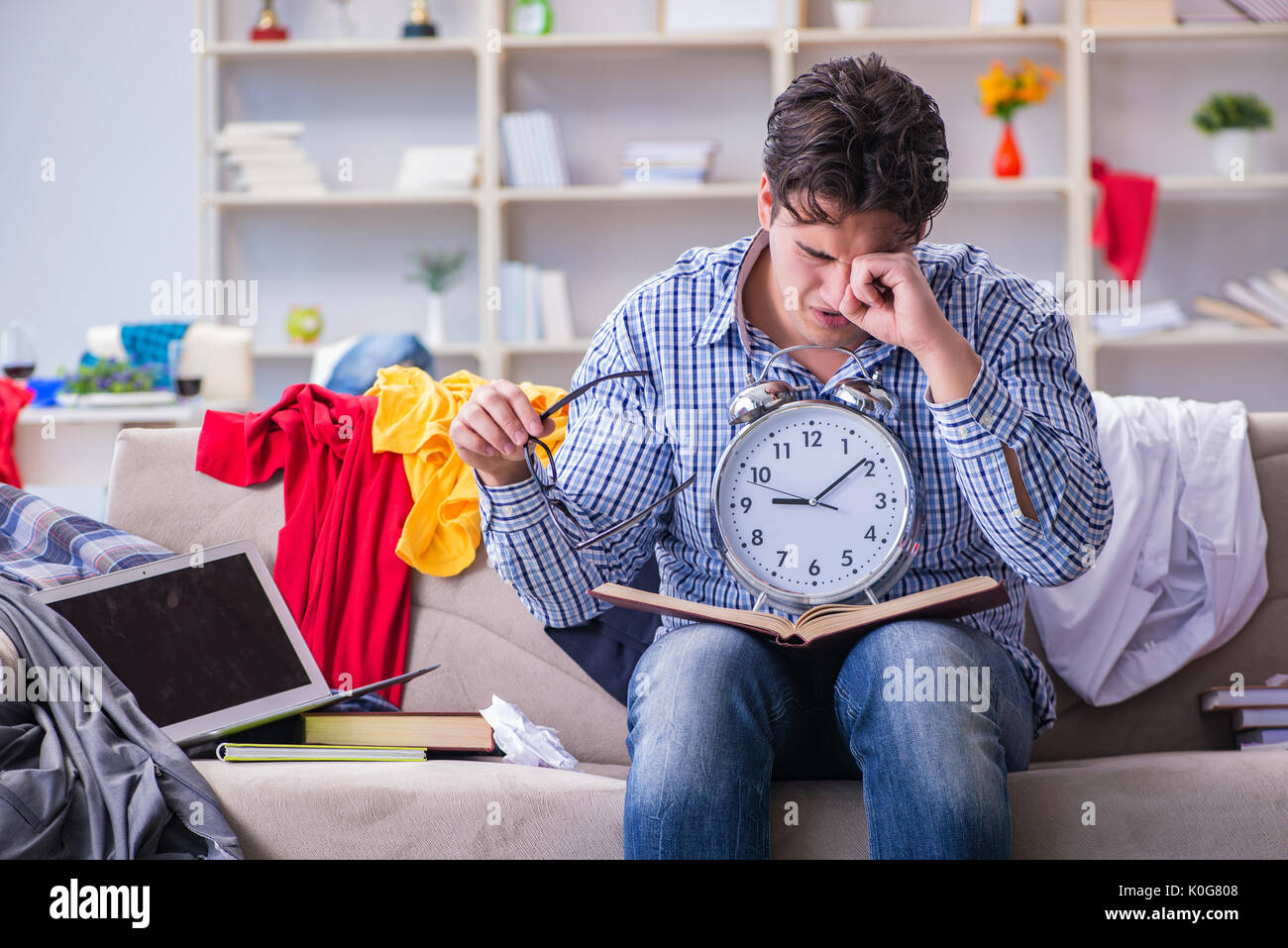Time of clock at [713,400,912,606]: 9:08
